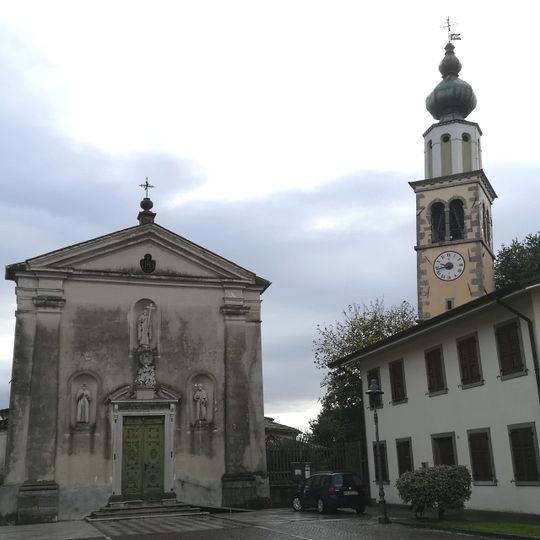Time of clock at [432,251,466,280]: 9:42
